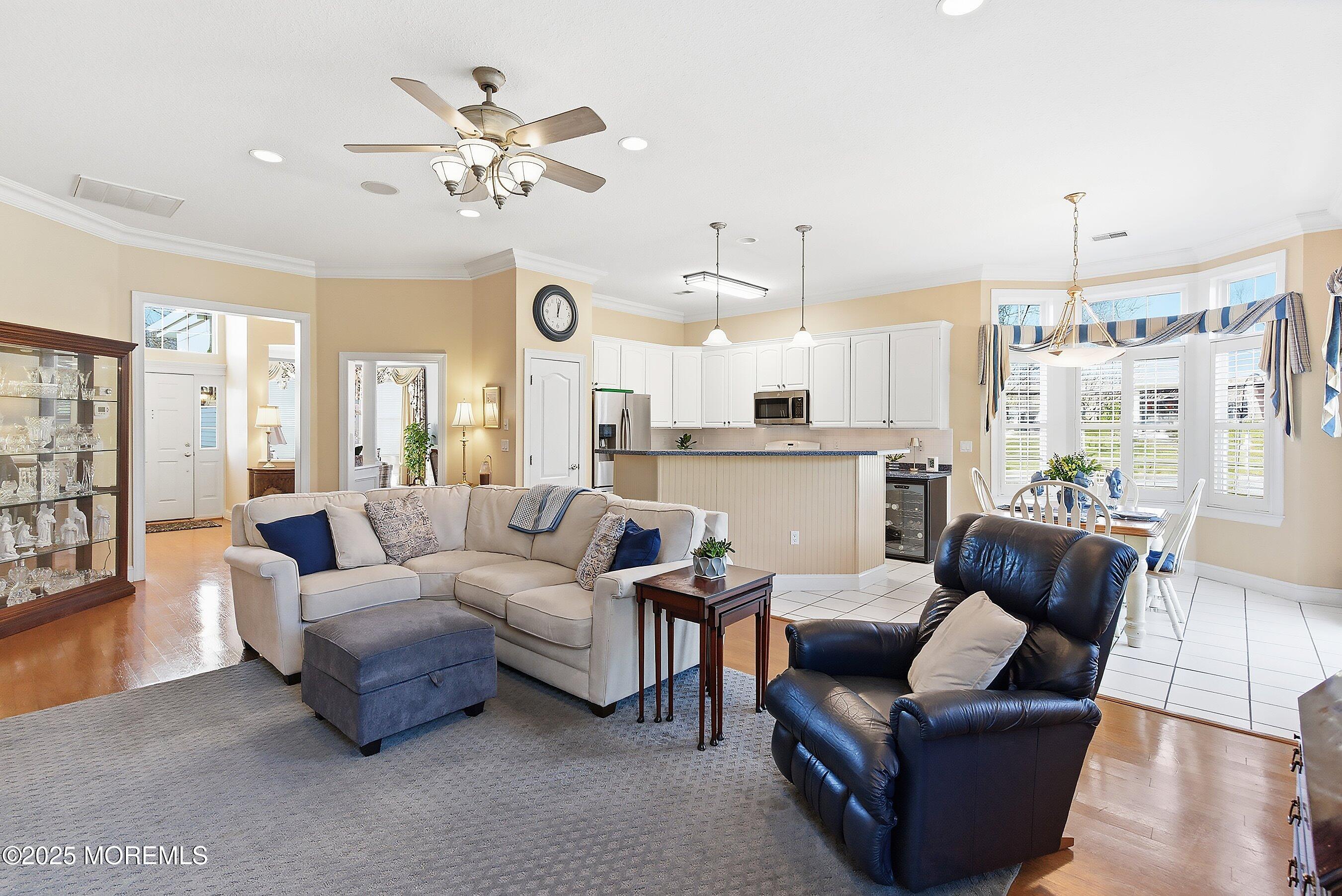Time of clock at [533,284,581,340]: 12:02
